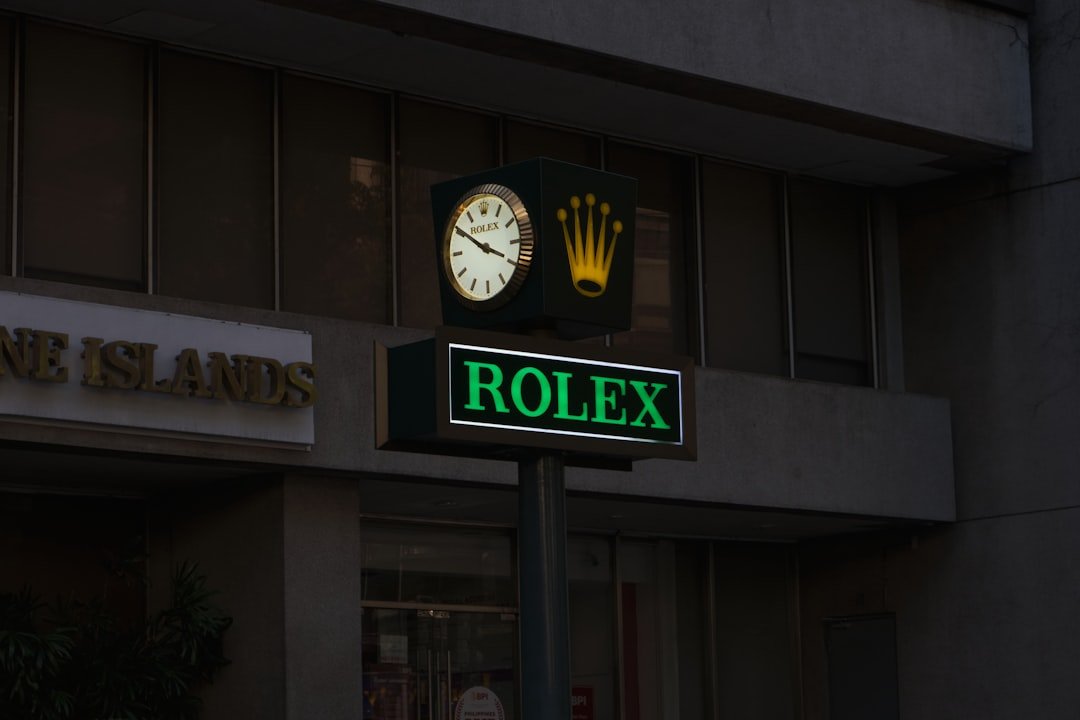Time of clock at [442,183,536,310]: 3:50
